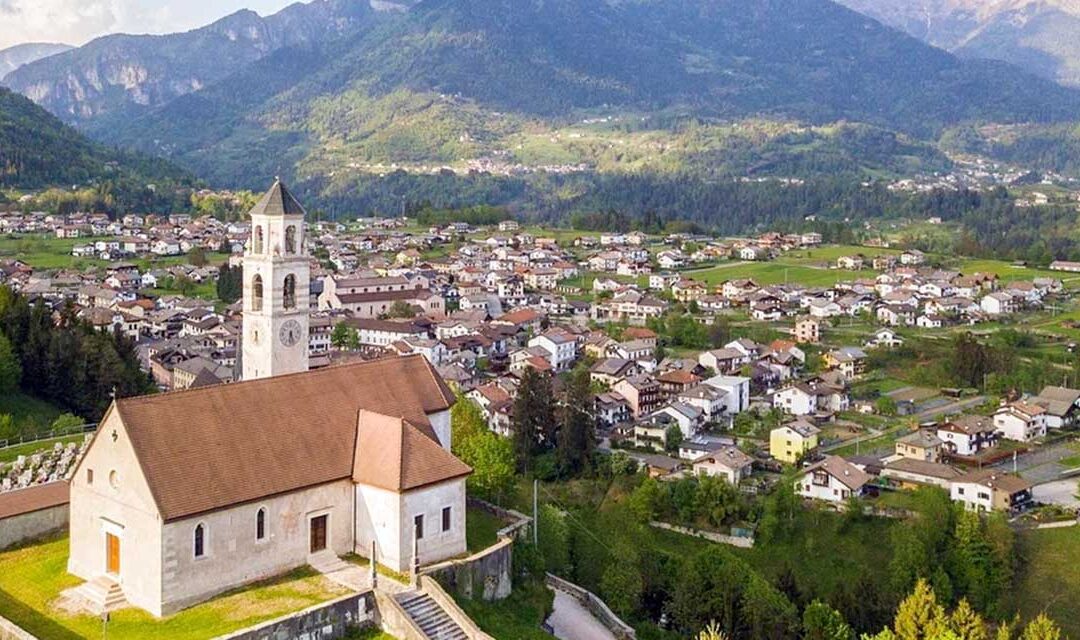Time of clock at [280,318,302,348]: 6:27
